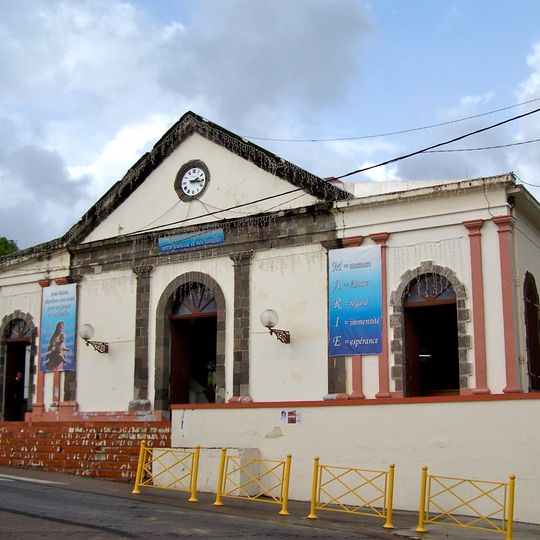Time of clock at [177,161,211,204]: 2:16
